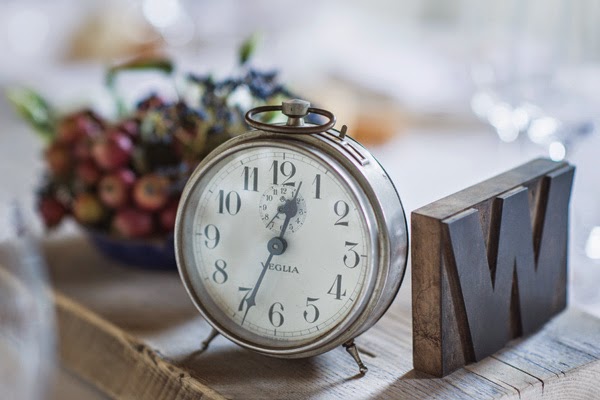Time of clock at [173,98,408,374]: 12:33
